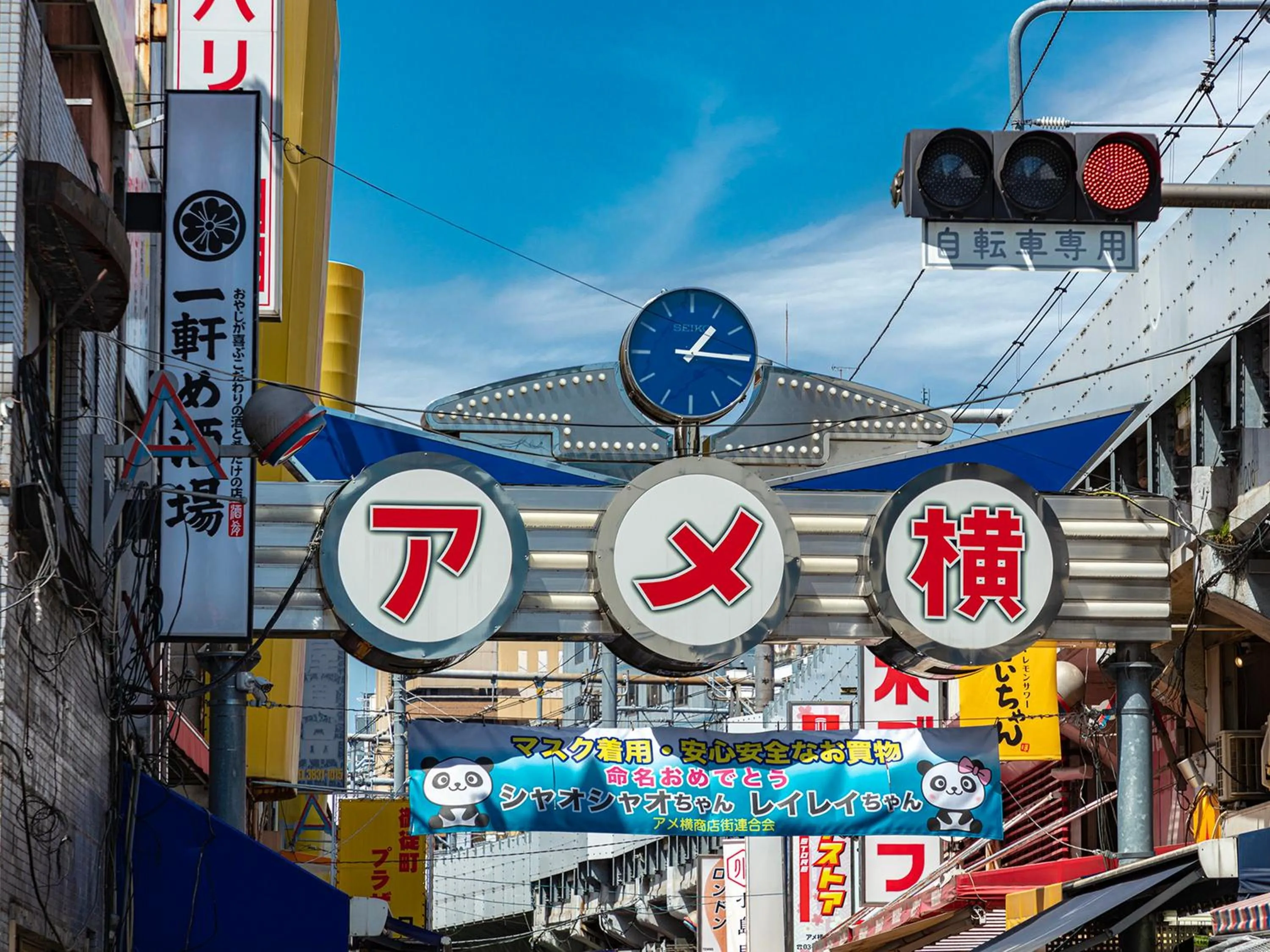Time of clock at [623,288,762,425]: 1:15
